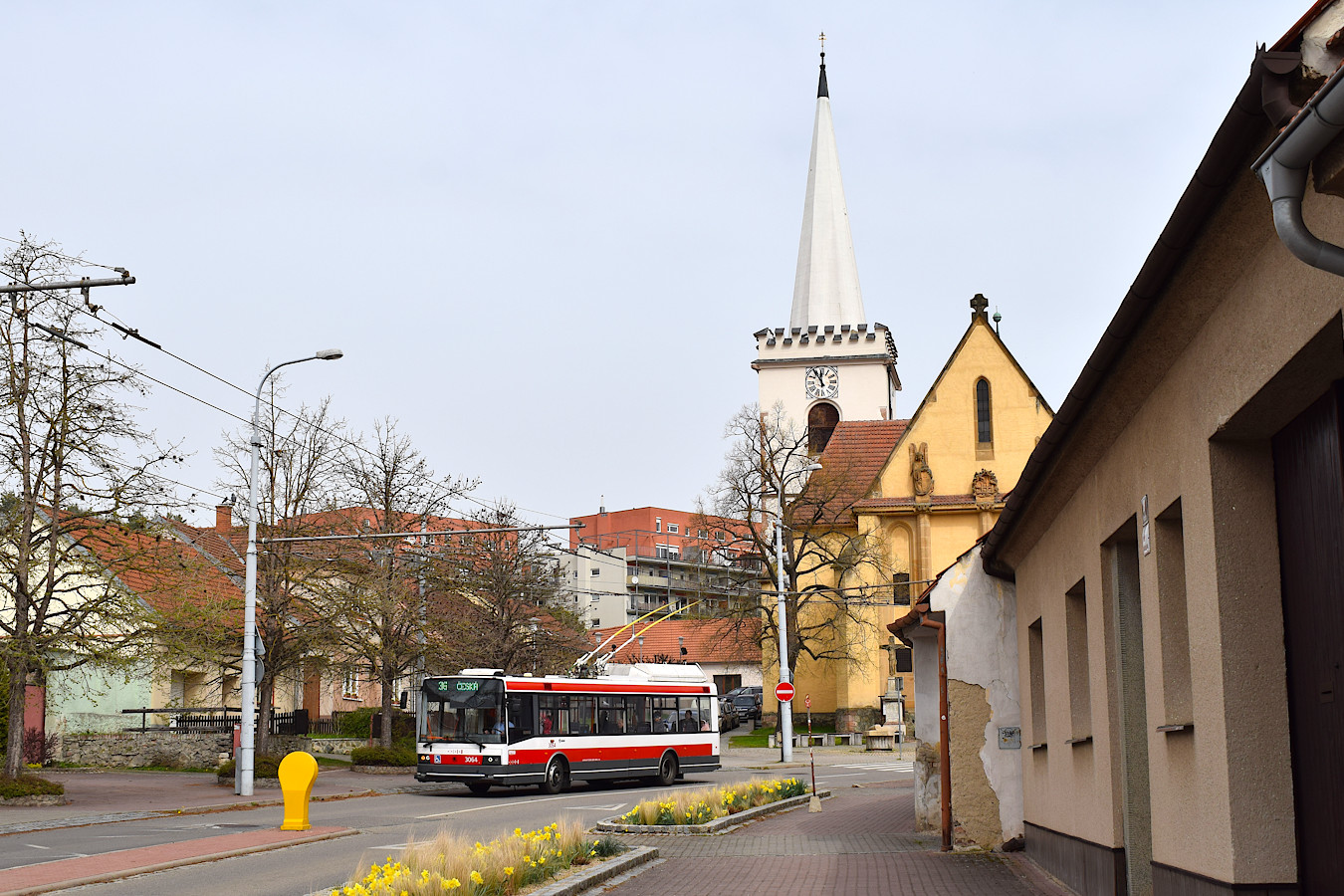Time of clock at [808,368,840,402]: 11:54
